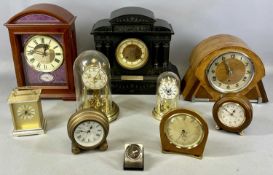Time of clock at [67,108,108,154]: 12:46
